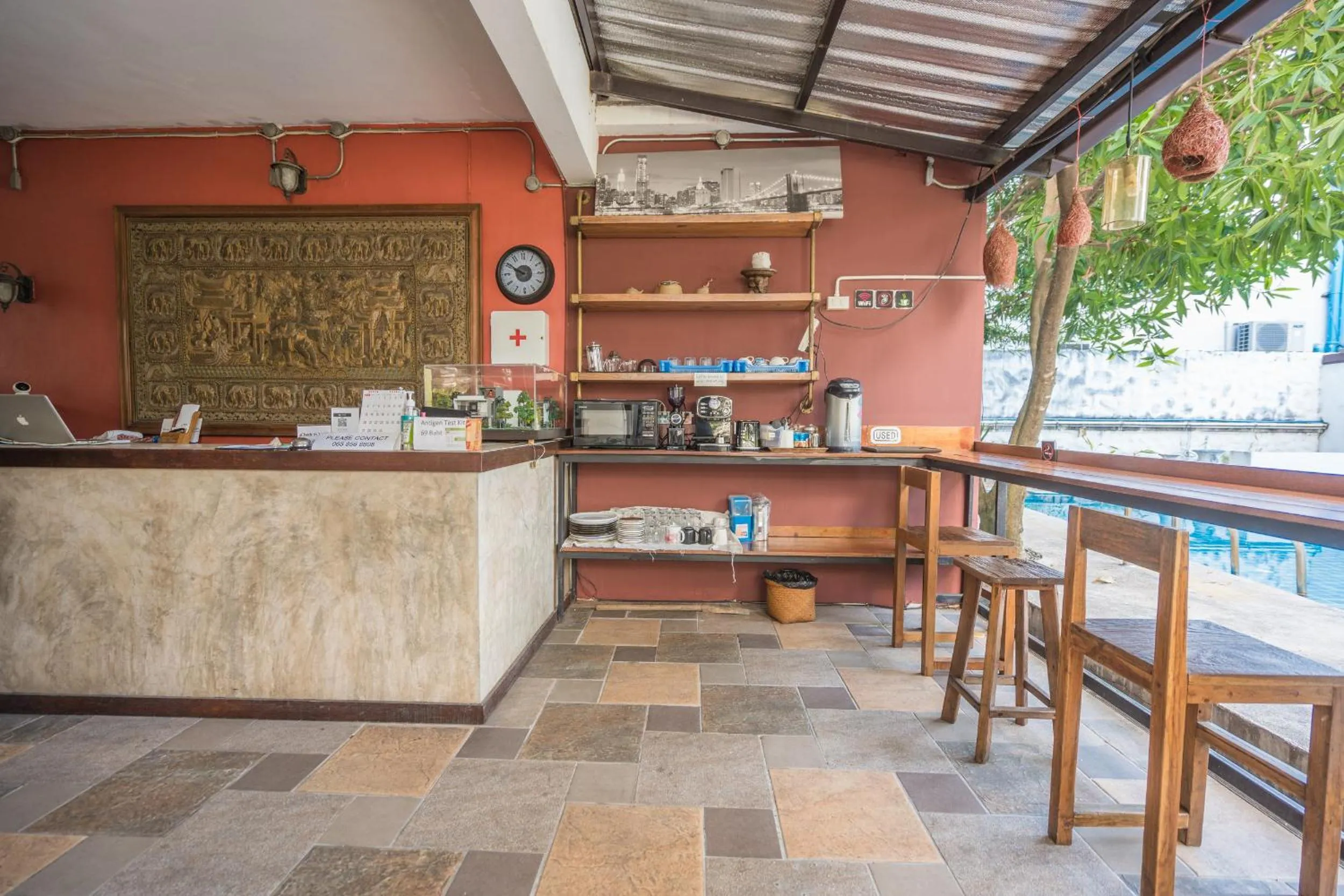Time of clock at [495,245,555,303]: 9:50
